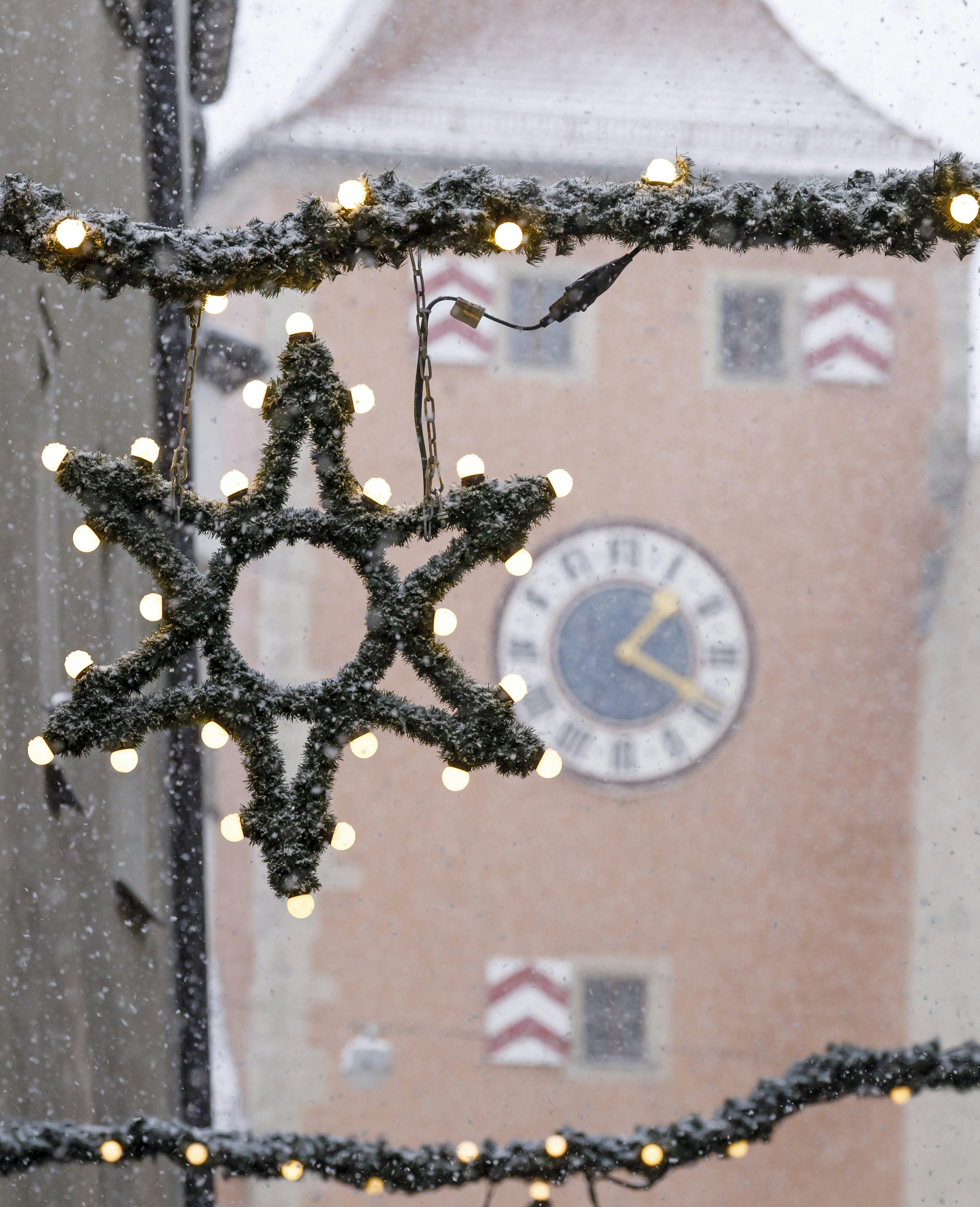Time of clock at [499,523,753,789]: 1:19
